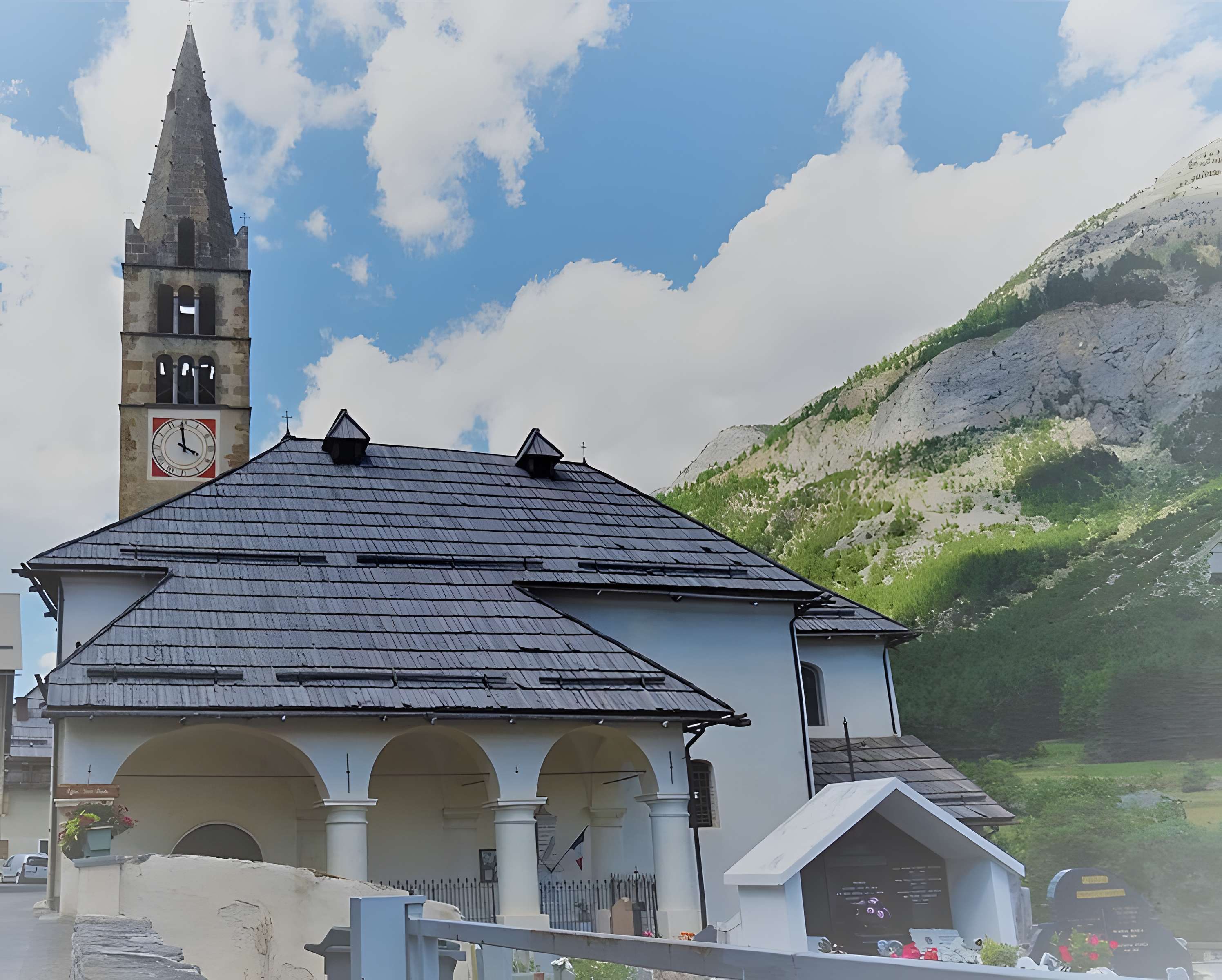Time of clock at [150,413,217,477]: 3:58
